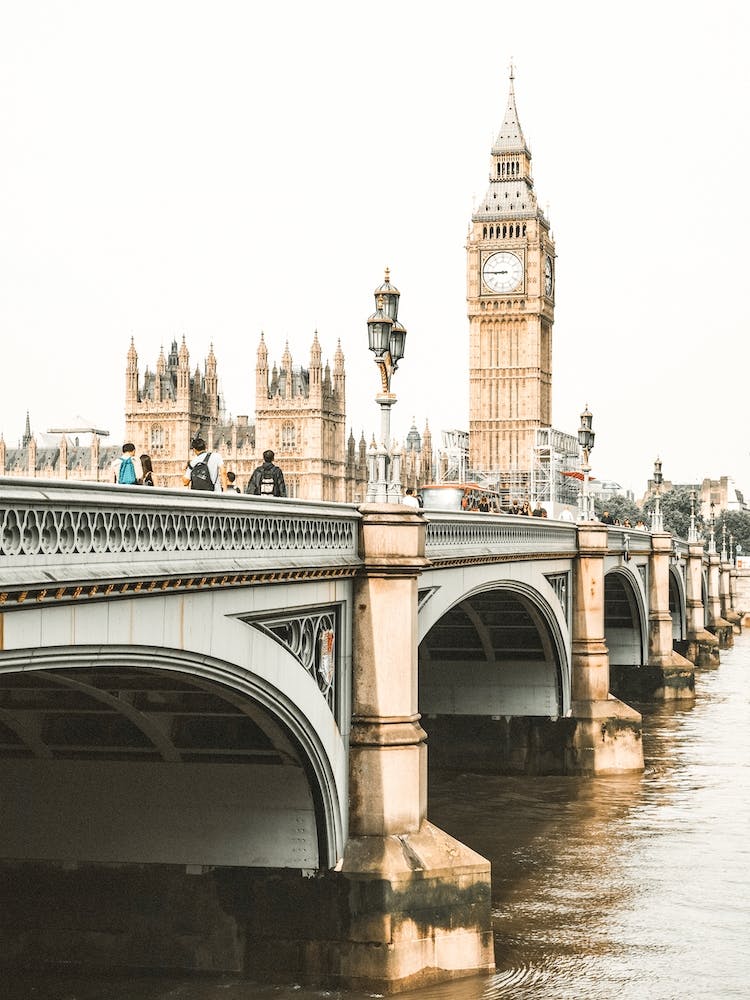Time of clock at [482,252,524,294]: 8:45
